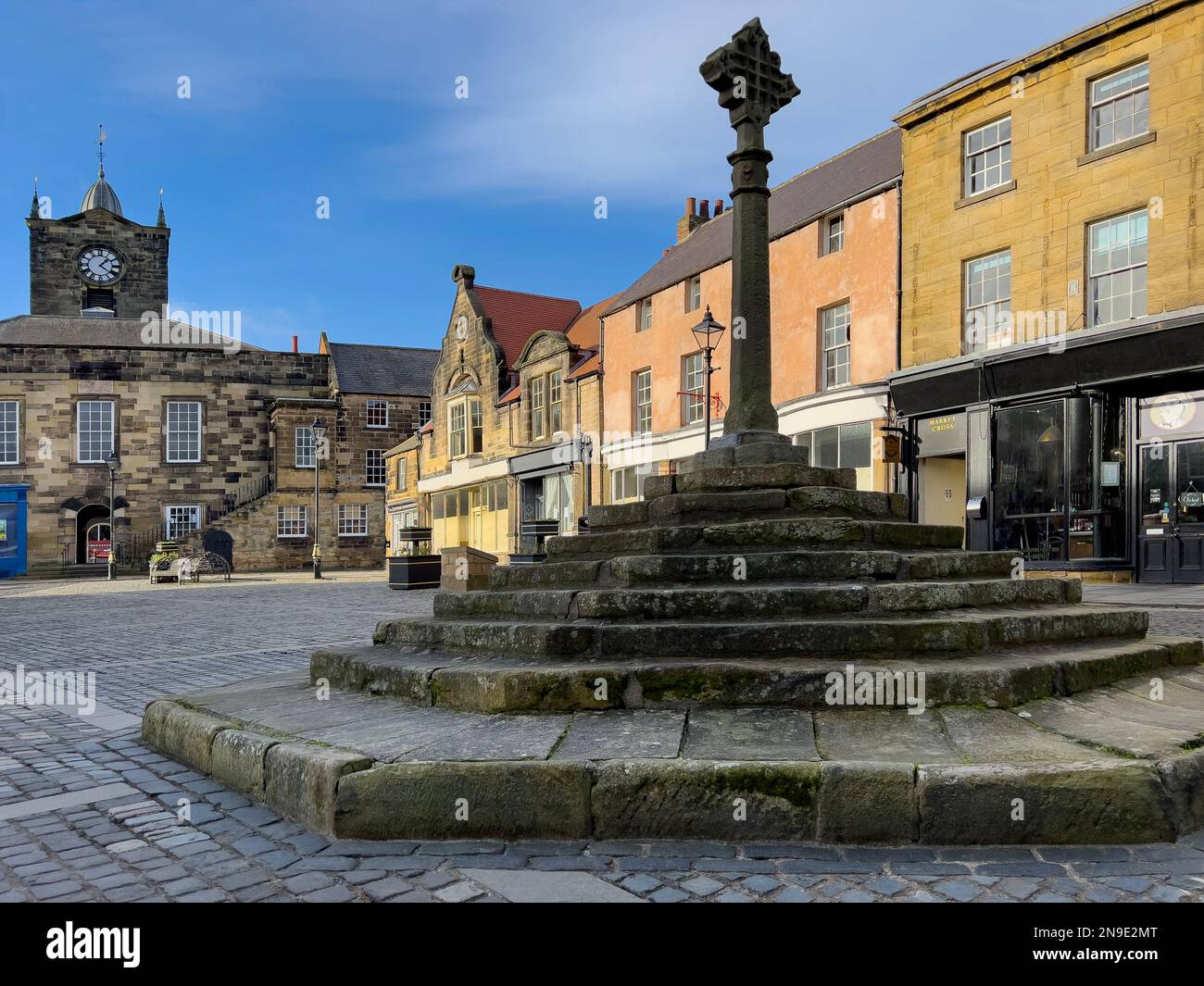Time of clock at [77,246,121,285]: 1:21
